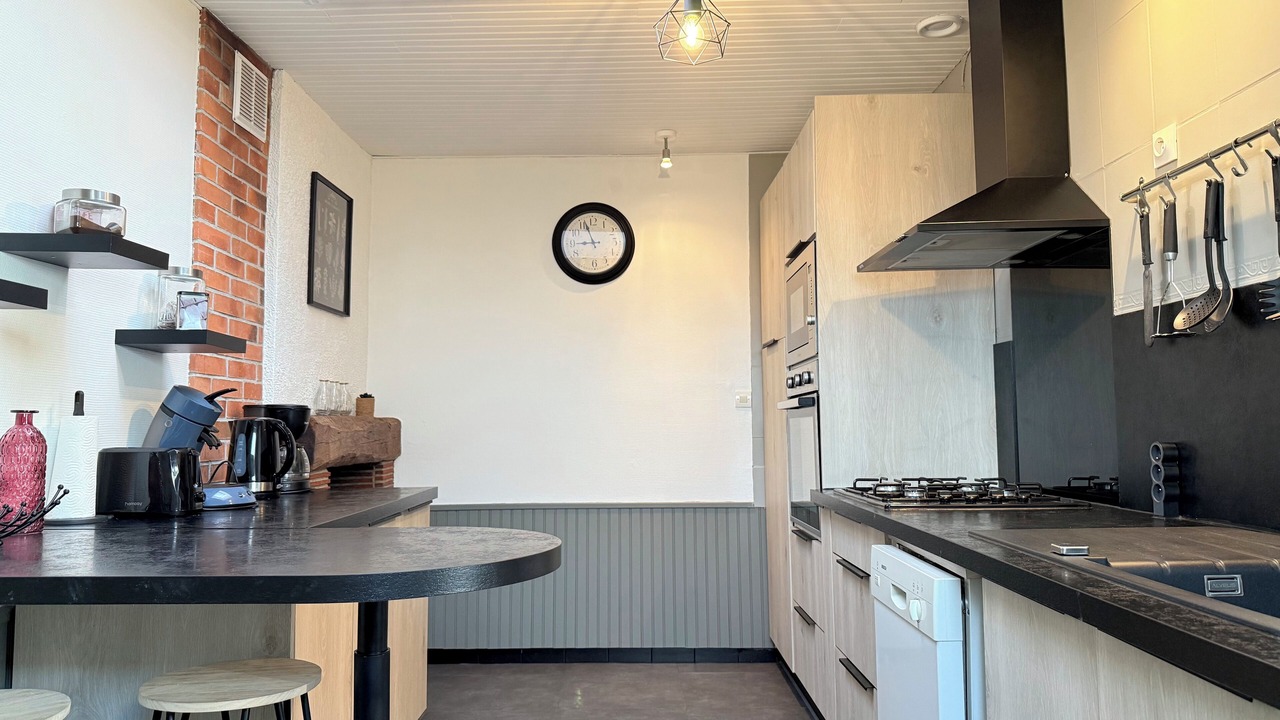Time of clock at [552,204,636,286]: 8:56
